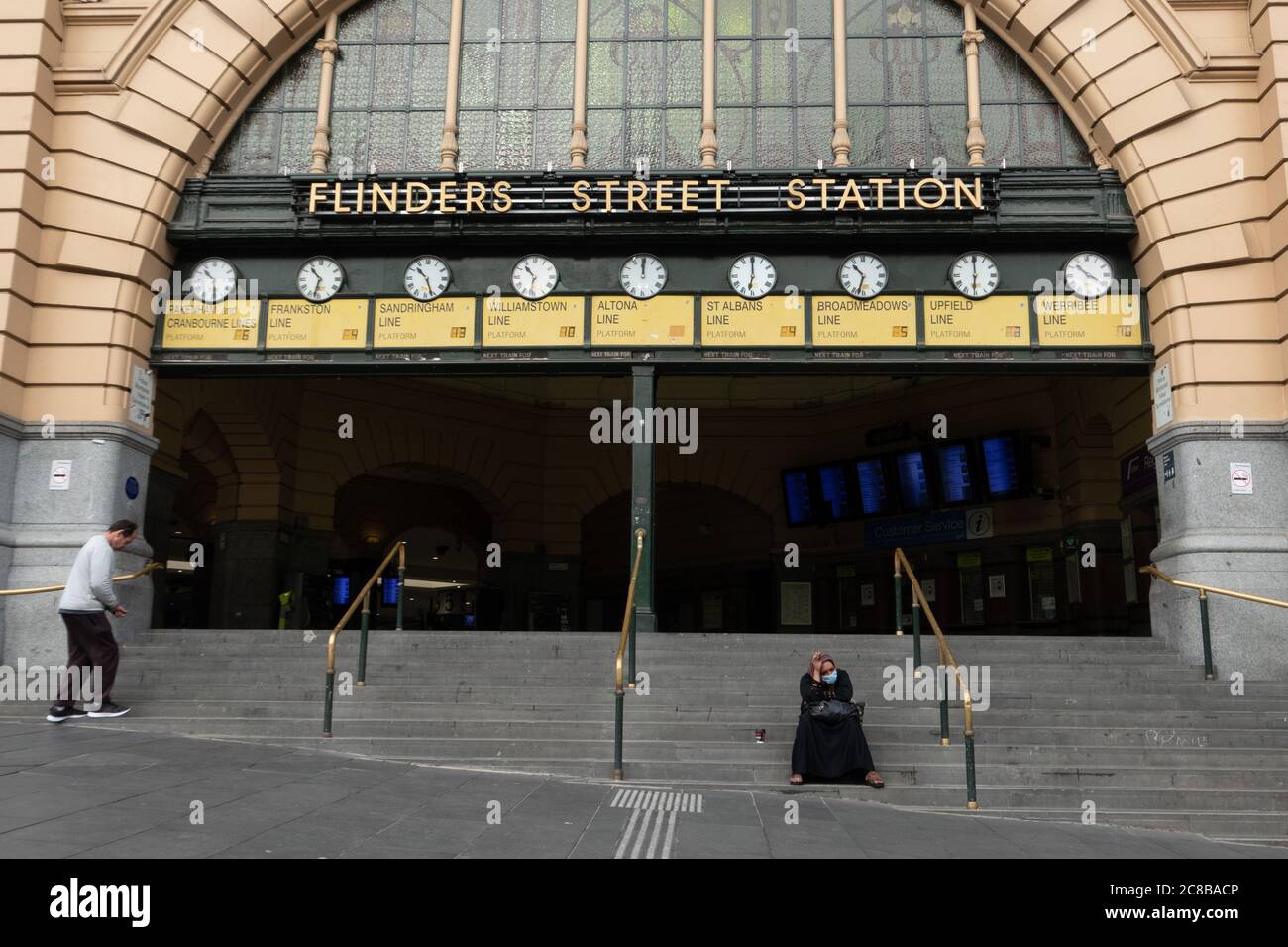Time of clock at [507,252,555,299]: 10:31
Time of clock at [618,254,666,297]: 12:00
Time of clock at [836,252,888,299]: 10:32
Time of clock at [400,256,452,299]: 10:26
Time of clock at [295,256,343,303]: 10:32
